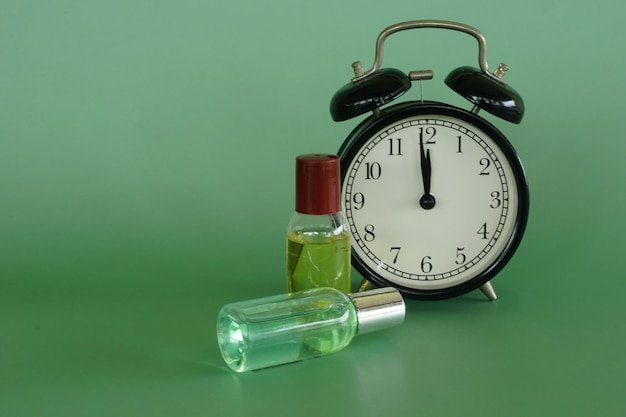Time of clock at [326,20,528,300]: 11:58
